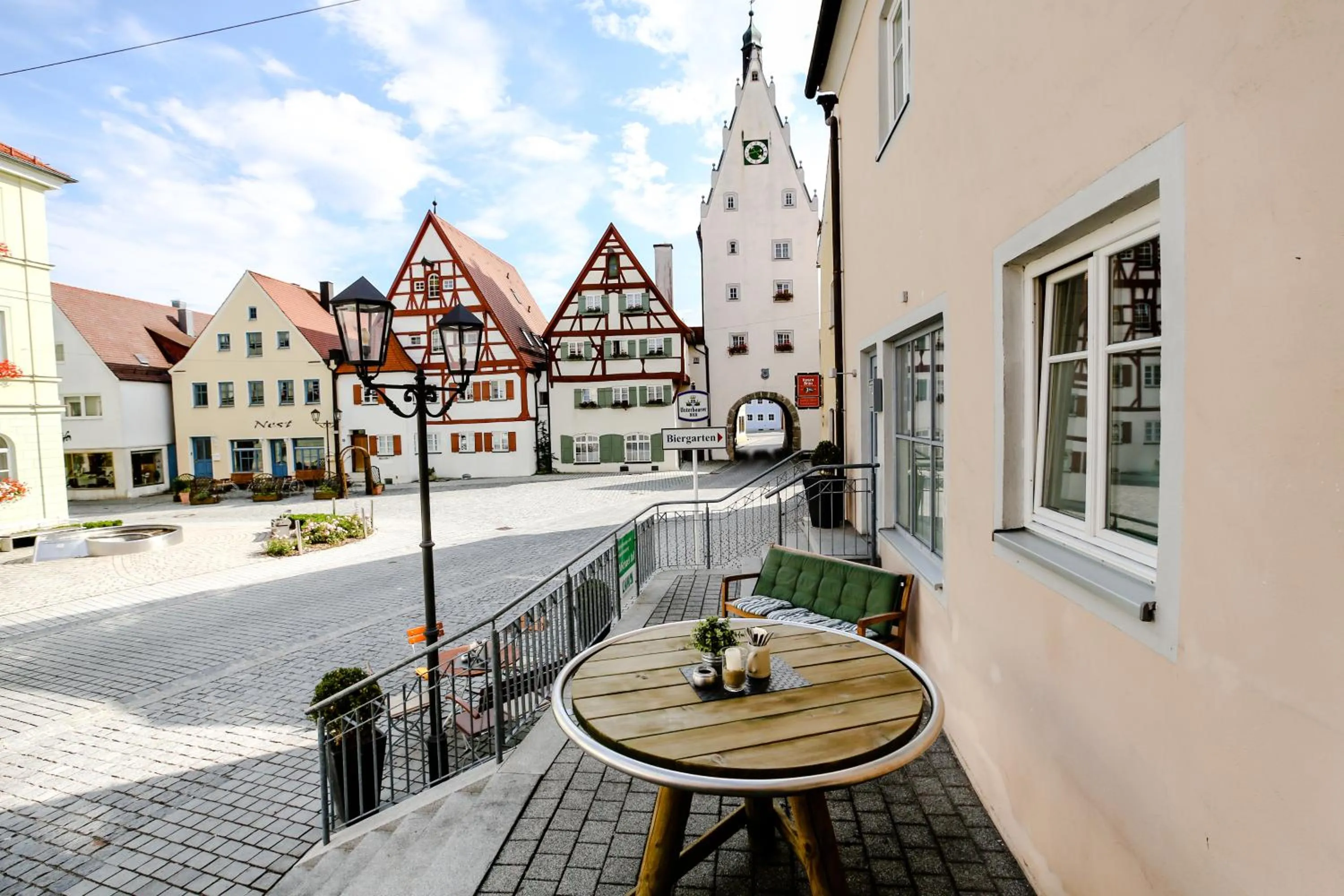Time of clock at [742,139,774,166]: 4:42
